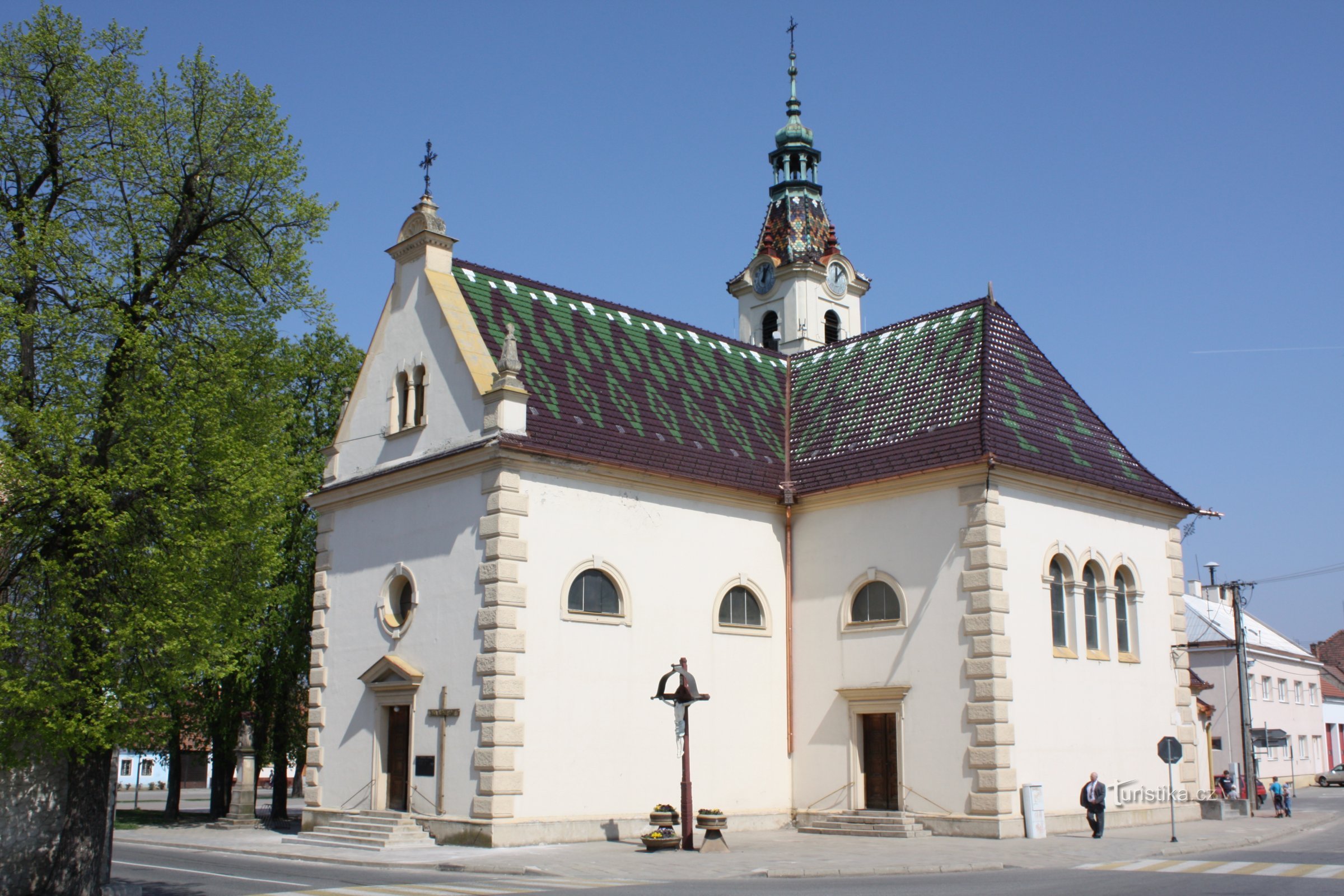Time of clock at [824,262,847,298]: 12:07
